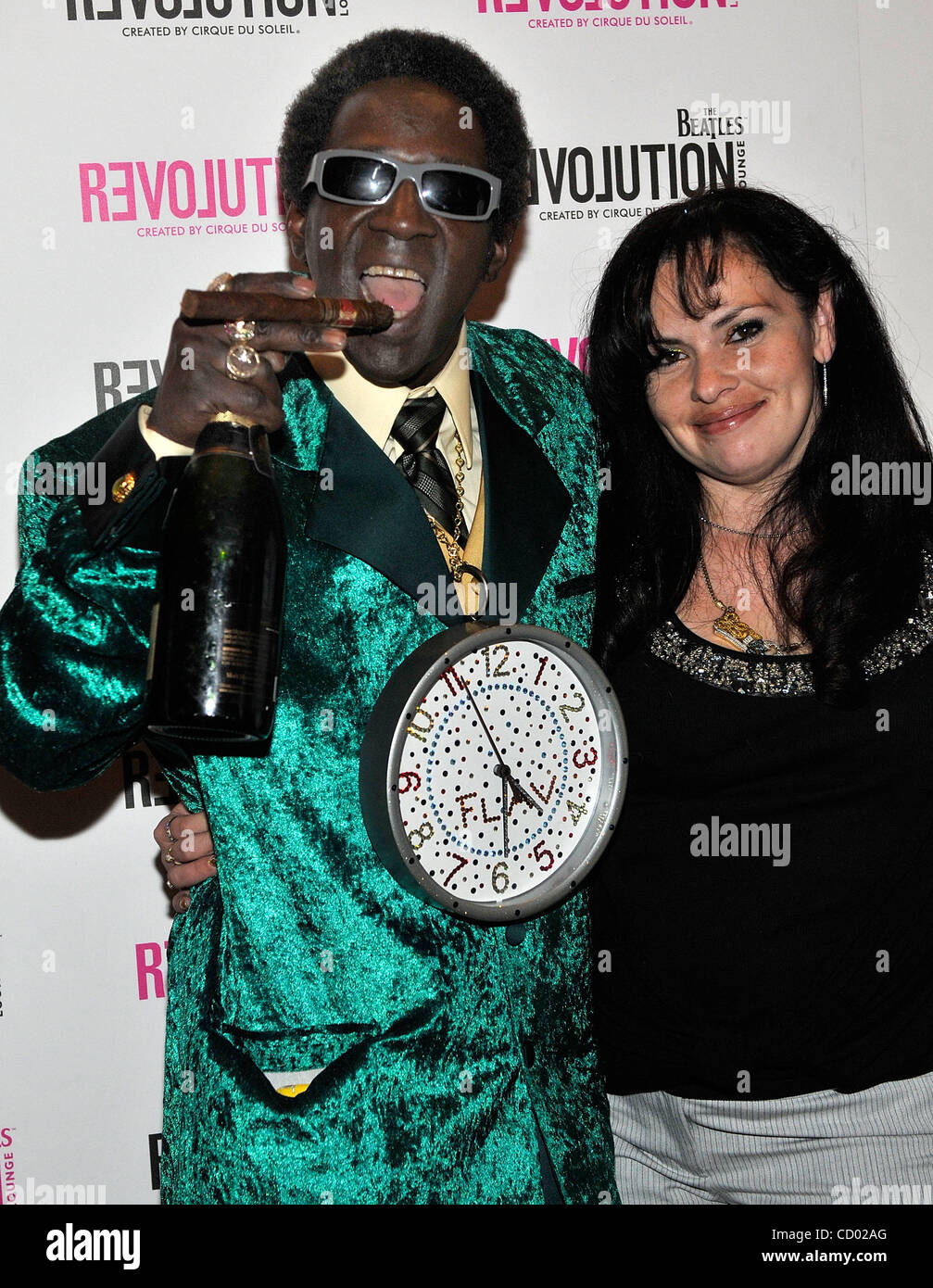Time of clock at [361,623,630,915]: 4:29
